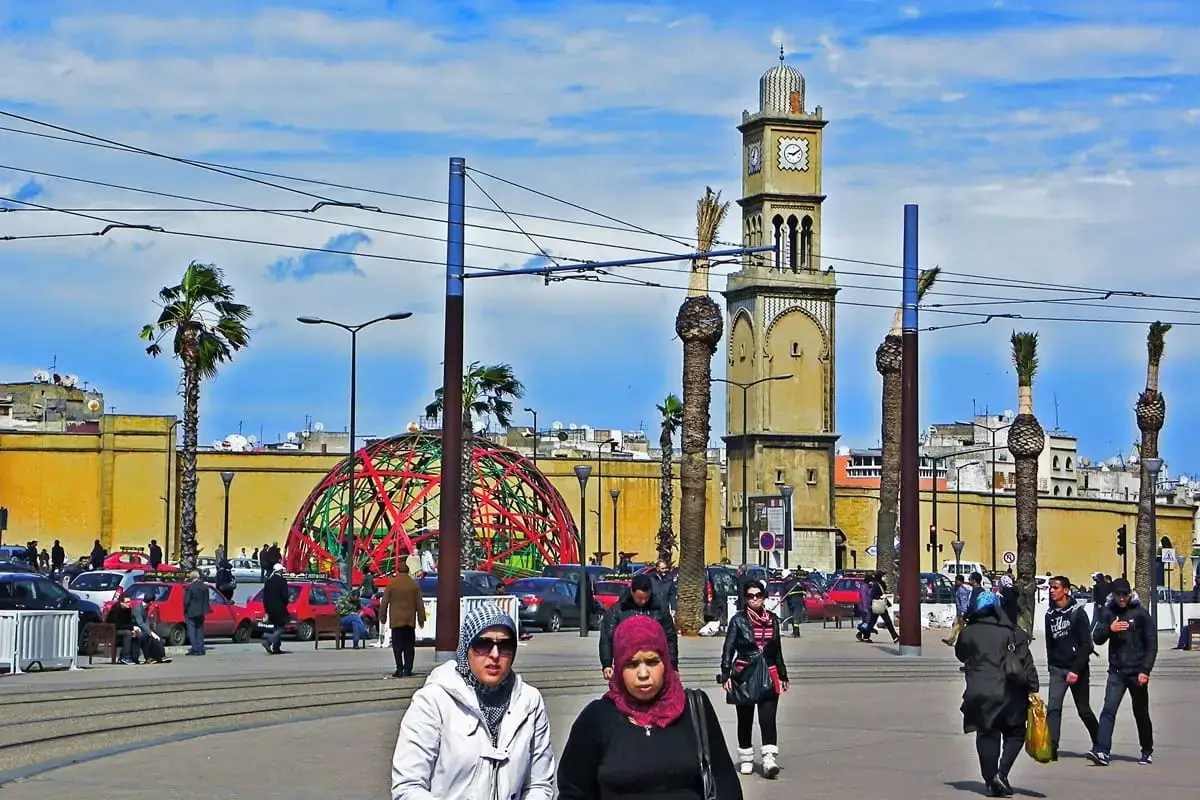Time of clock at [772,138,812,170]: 9:09
